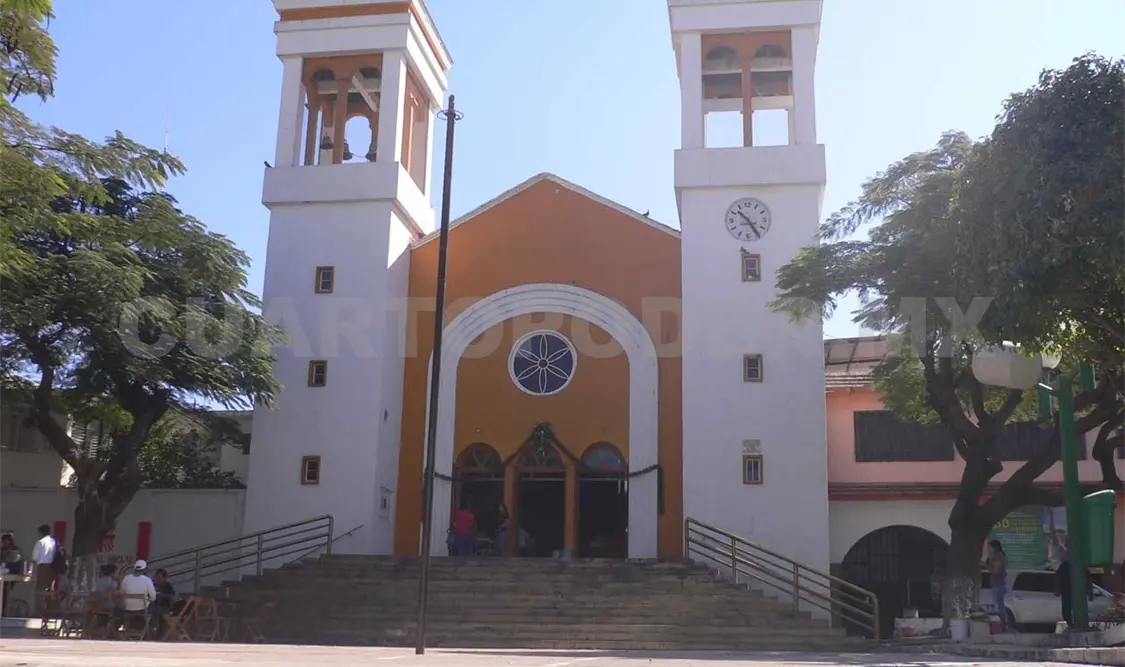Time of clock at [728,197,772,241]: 10:24
